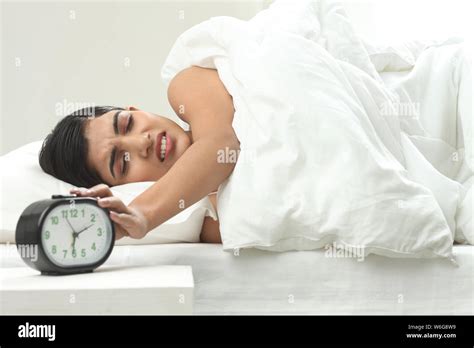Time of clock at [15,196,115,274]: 6:10
